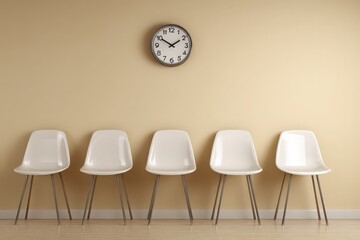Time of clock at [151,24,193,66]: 1:50
